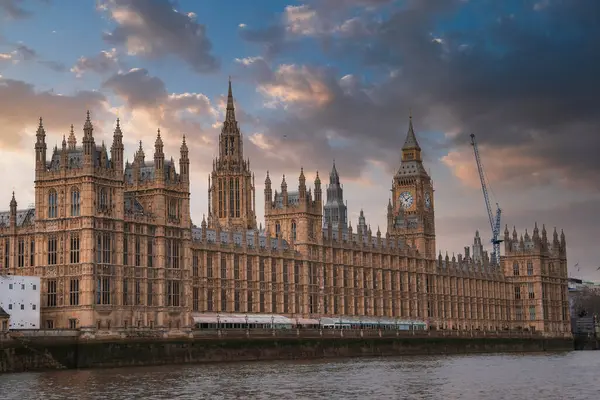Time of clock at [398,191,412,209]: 1:53
